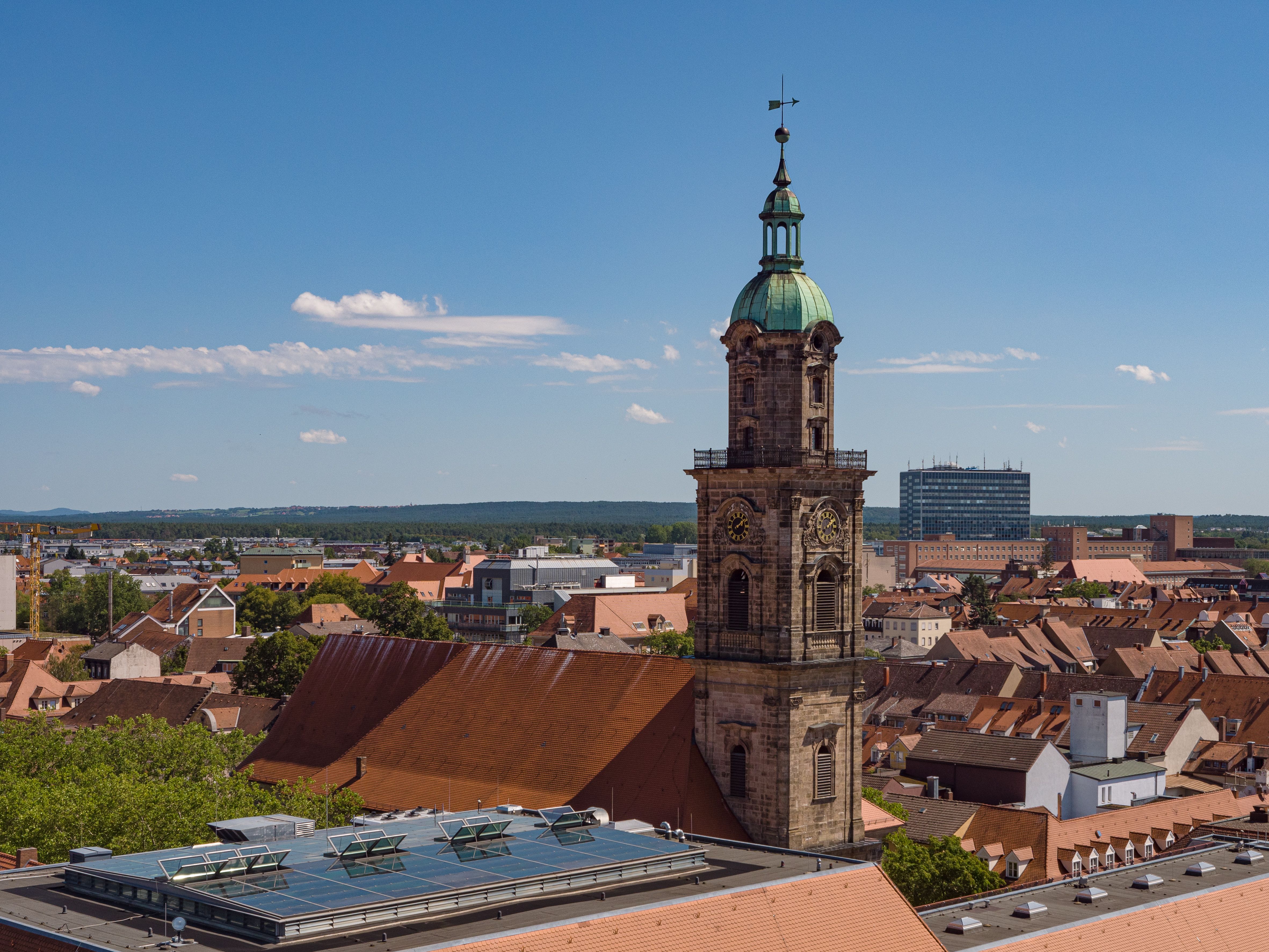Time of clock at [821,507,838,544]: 2:09
